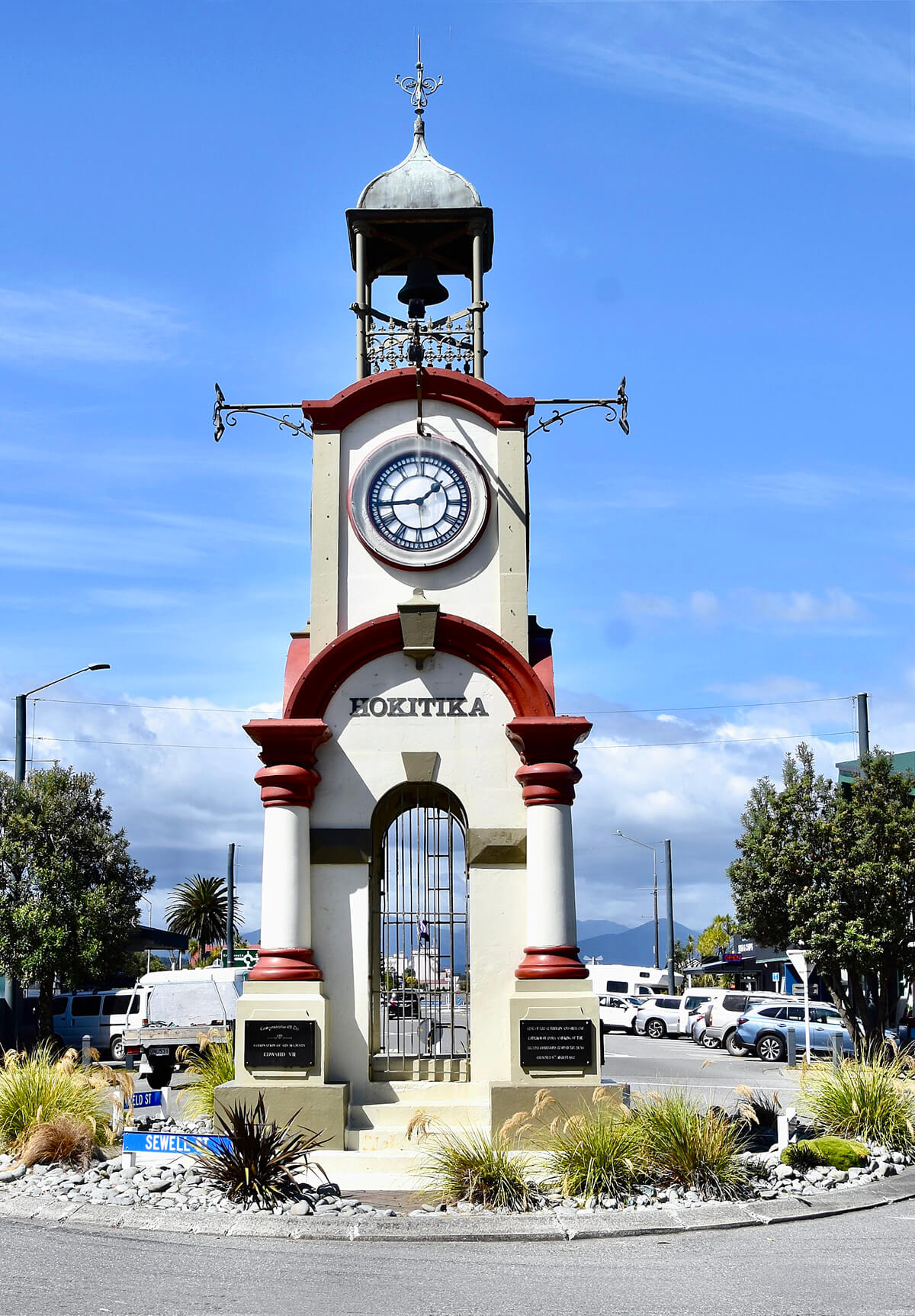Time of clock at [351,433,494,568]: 1:44
